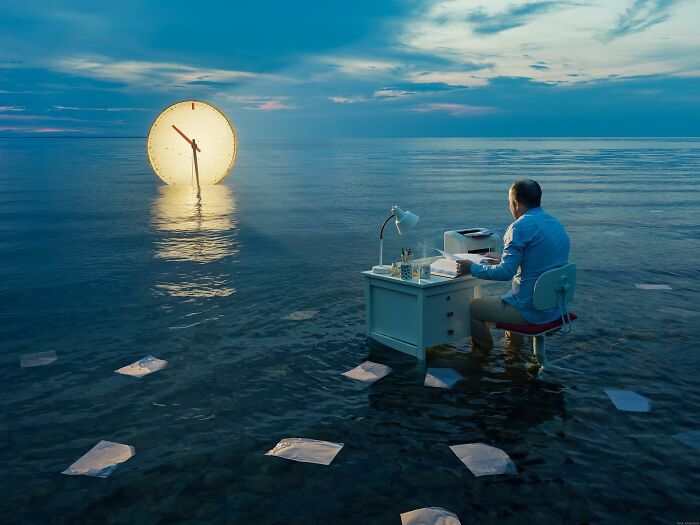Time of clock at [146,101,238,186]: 10:28
